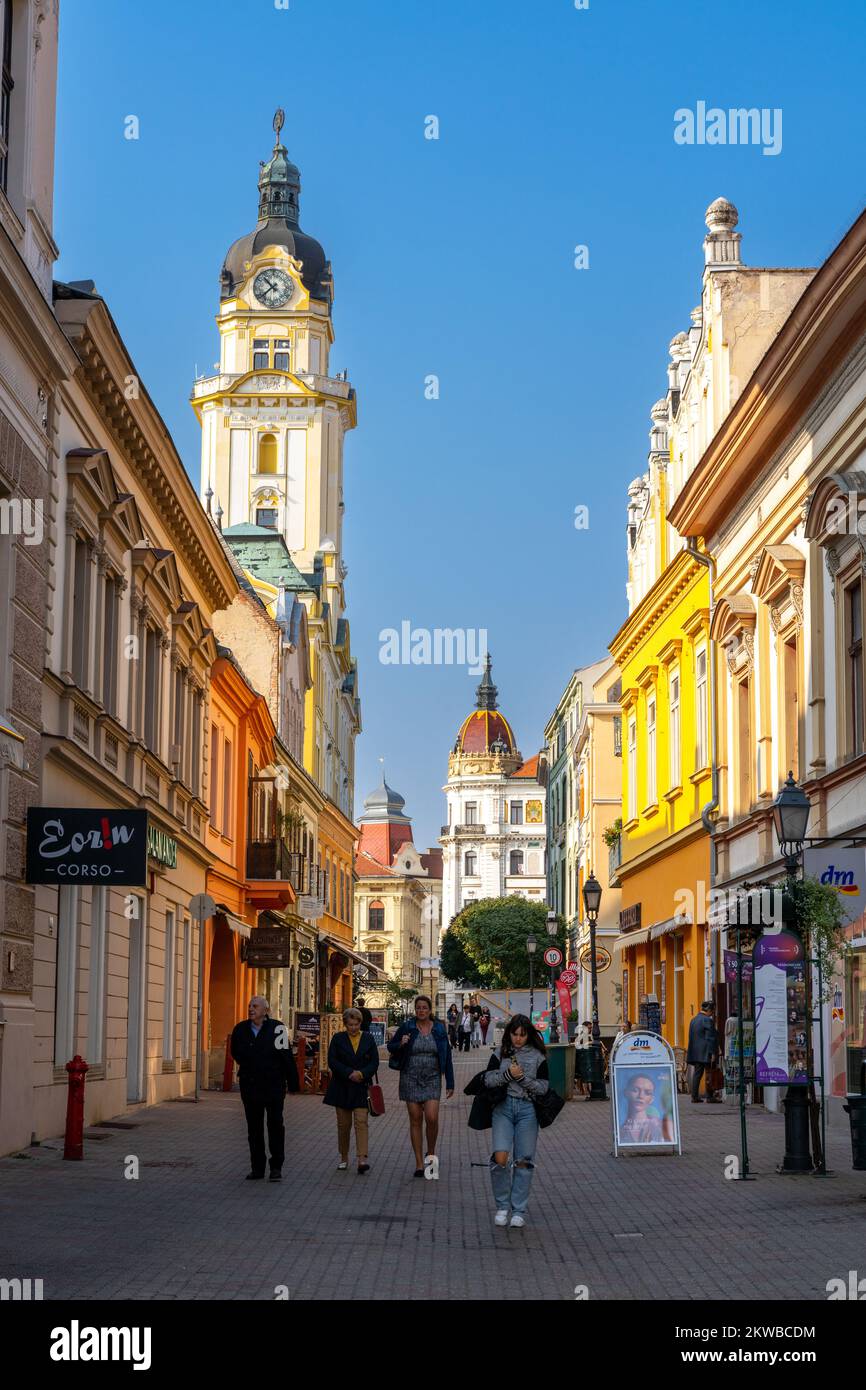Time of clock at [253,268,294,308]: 10:38
